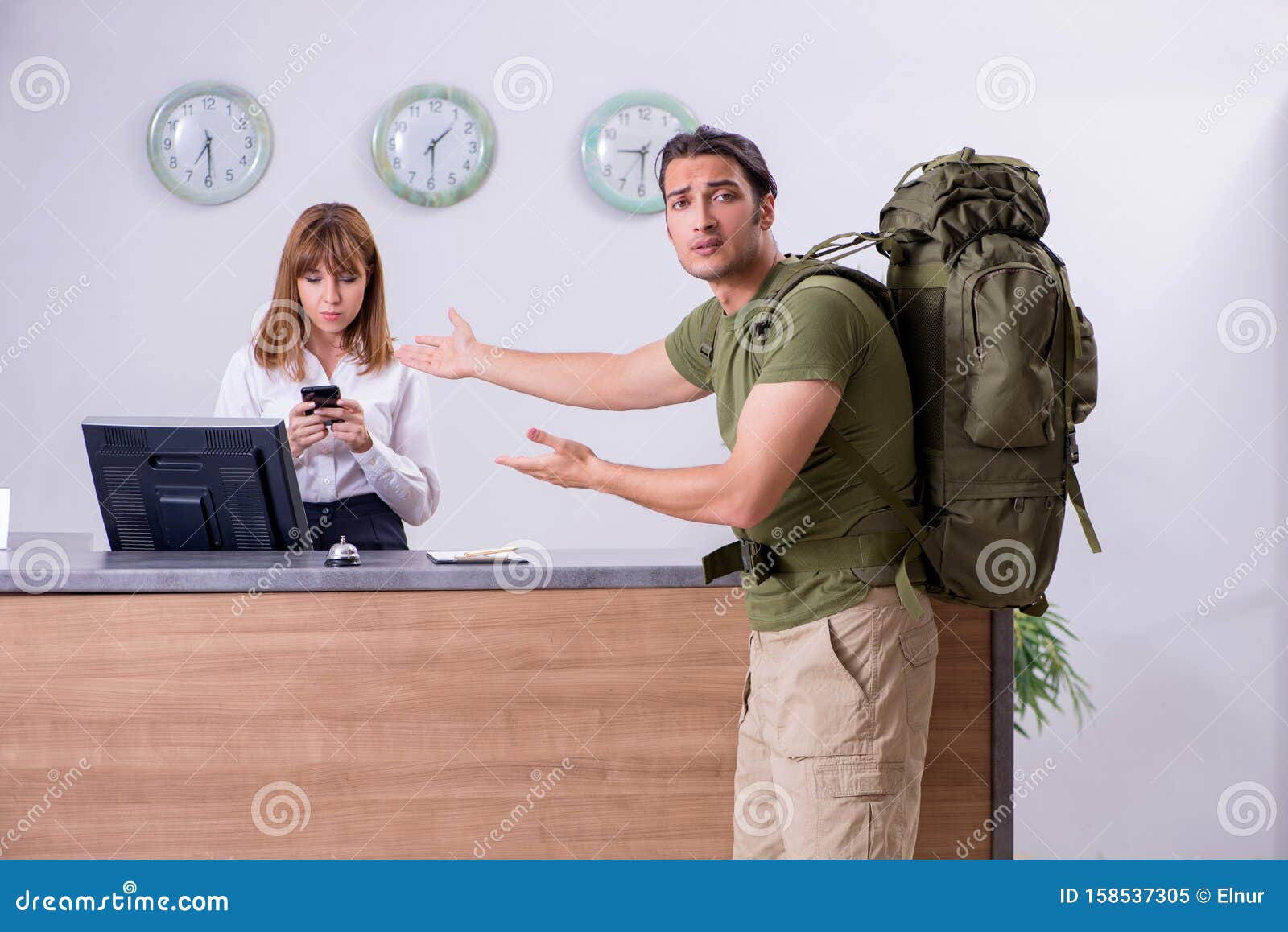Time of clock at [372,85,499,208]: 1:29
